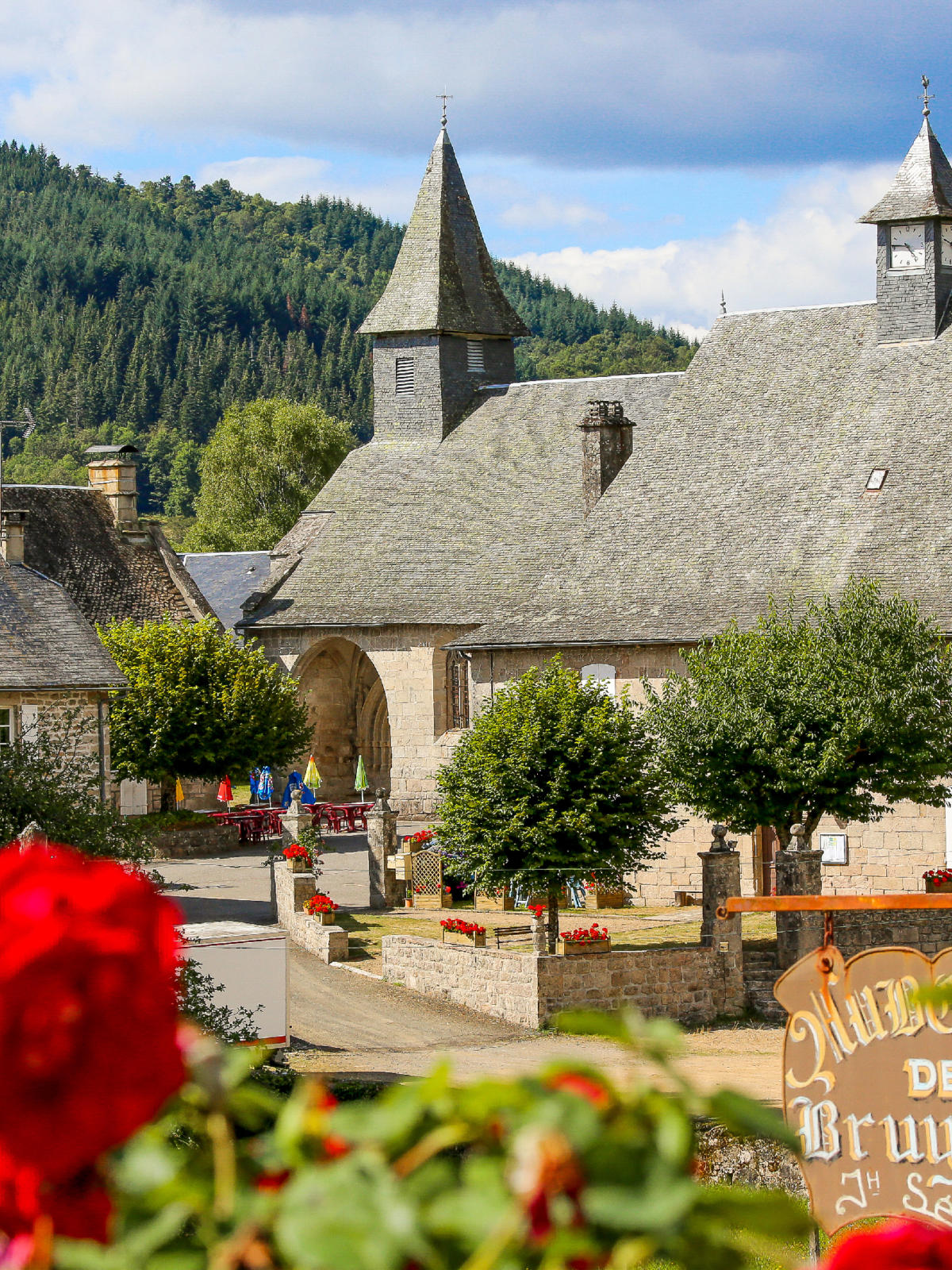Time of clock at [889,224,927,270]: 4:46
